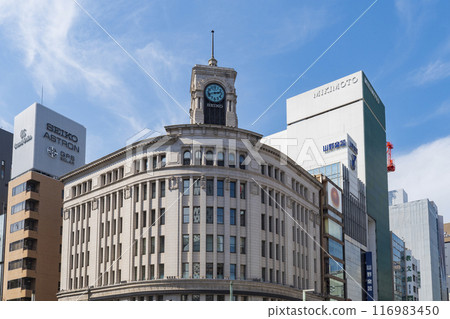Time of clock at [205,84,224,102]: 2:42
